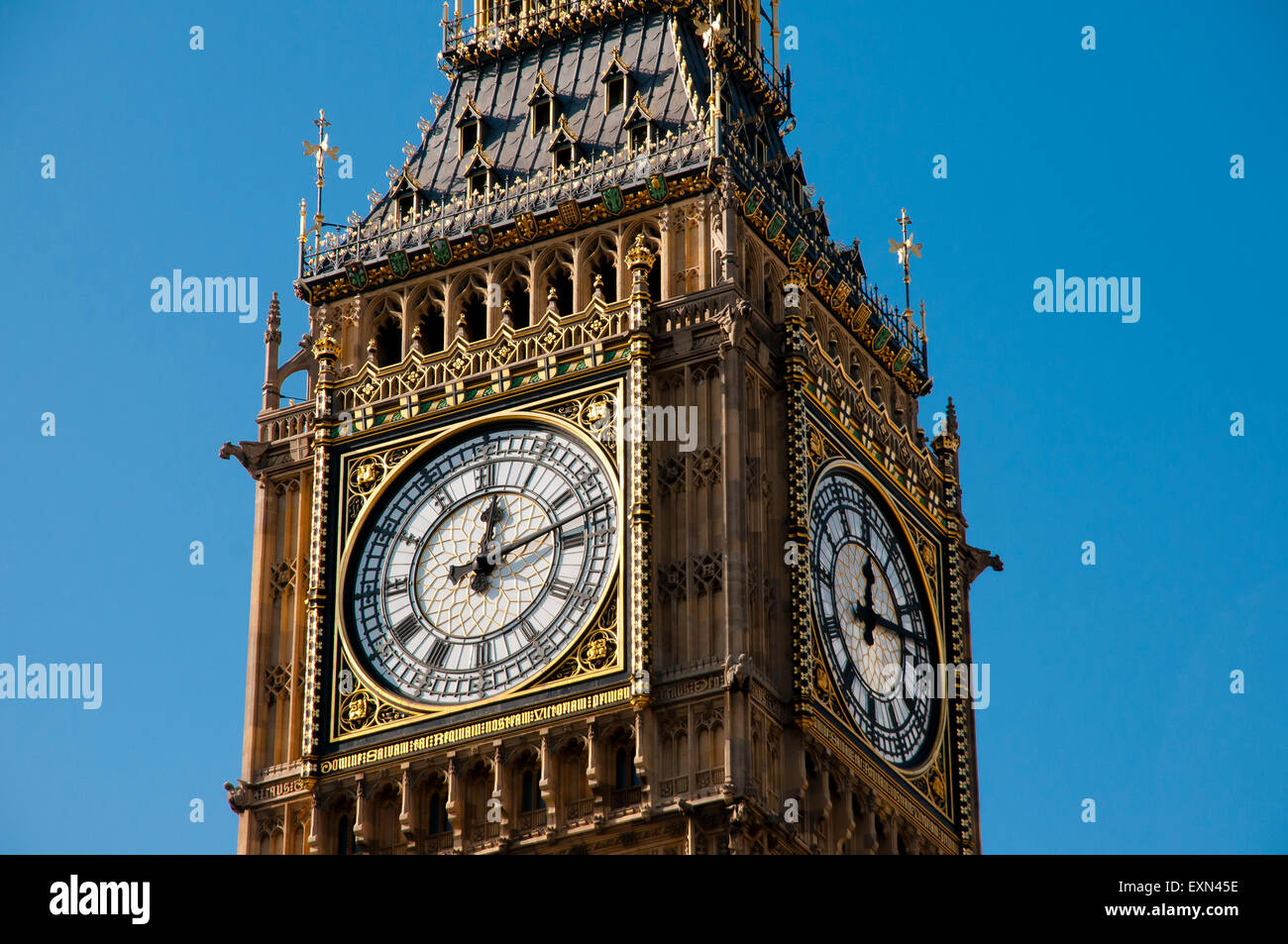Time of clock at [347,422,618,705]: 12:12
